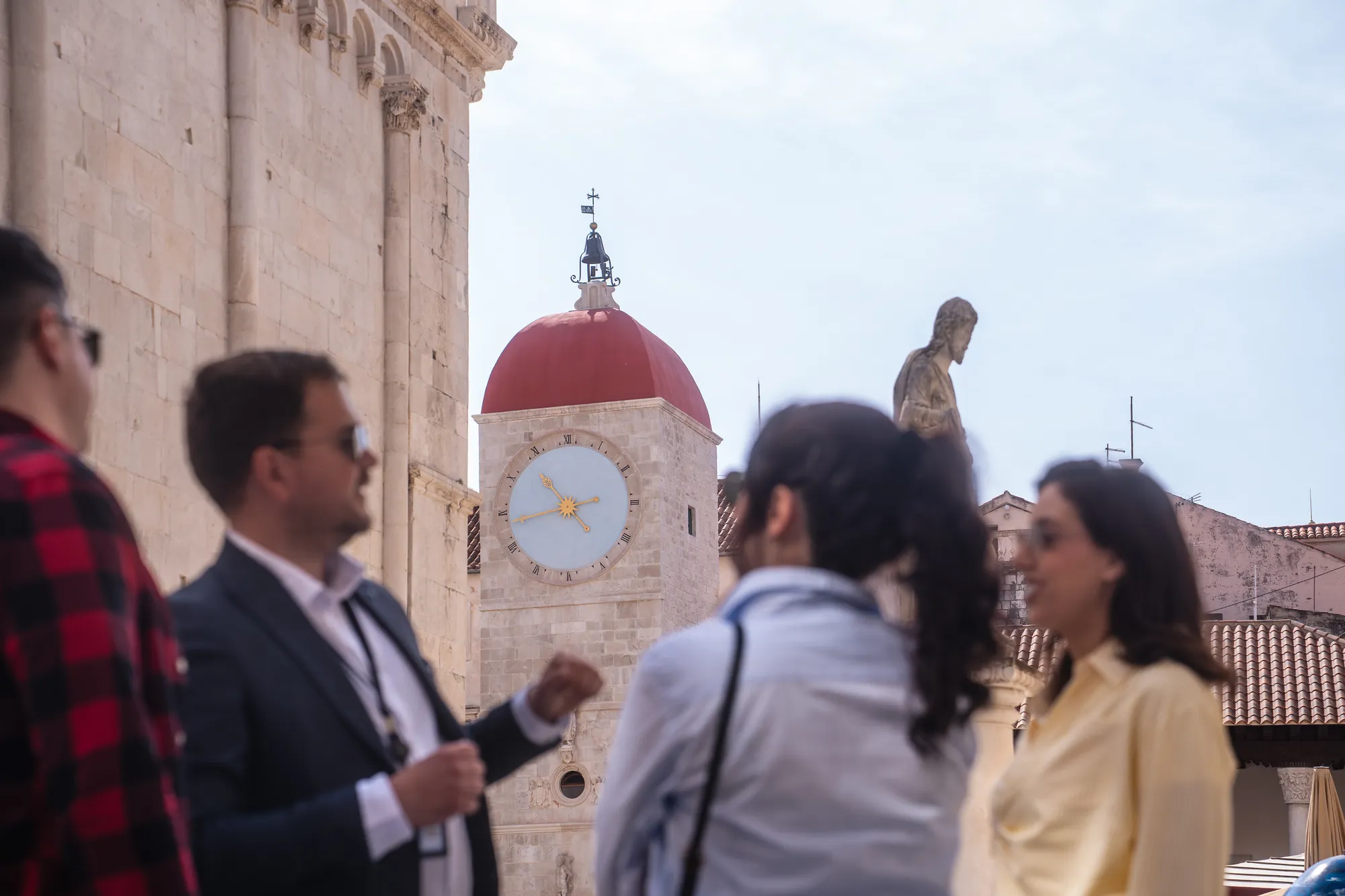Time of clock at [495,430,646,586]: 10:43
